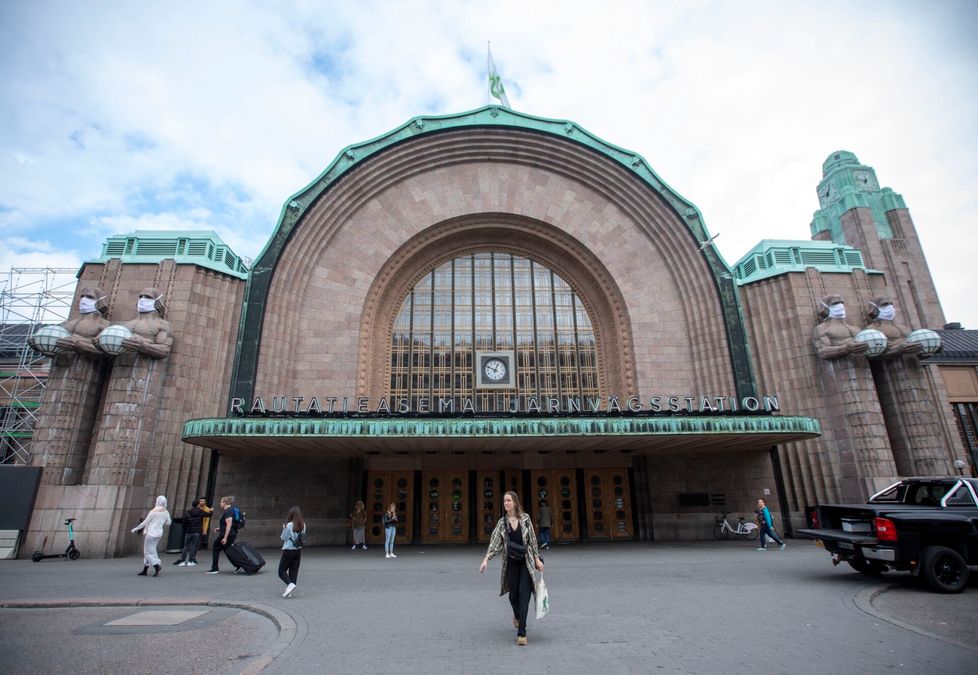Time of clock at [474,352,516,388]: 12:49
